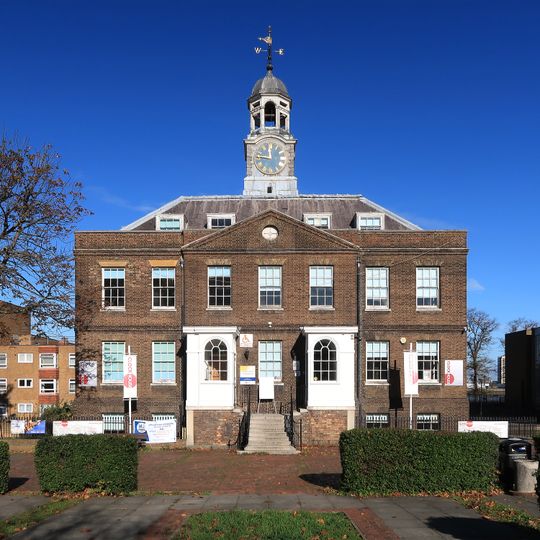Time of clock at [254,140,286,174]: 11:46
